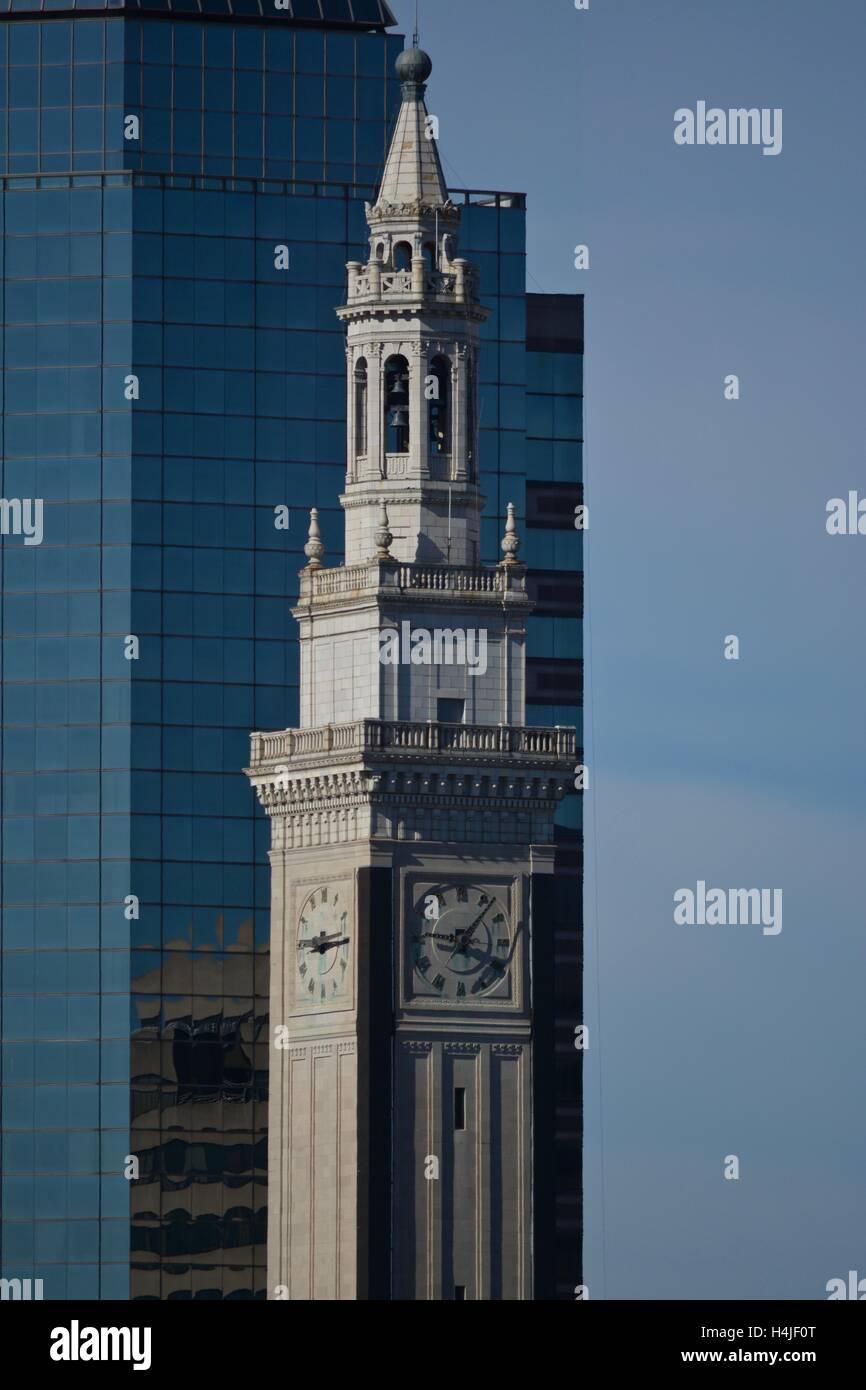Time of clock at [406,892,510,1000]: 9:07
